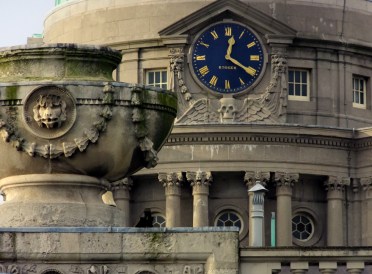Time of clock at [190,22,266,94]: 12:20
